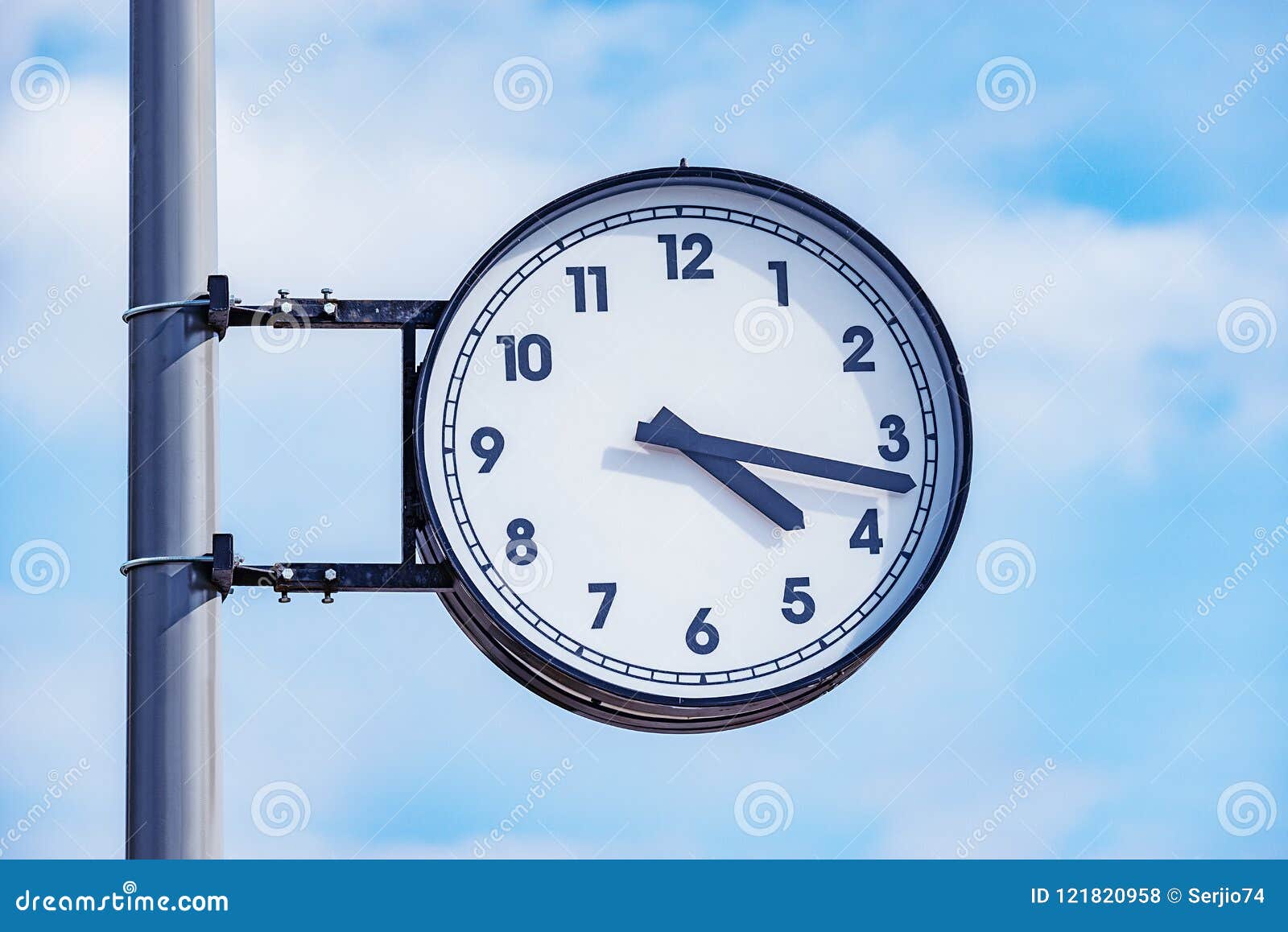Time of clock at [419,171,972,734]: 4:17
